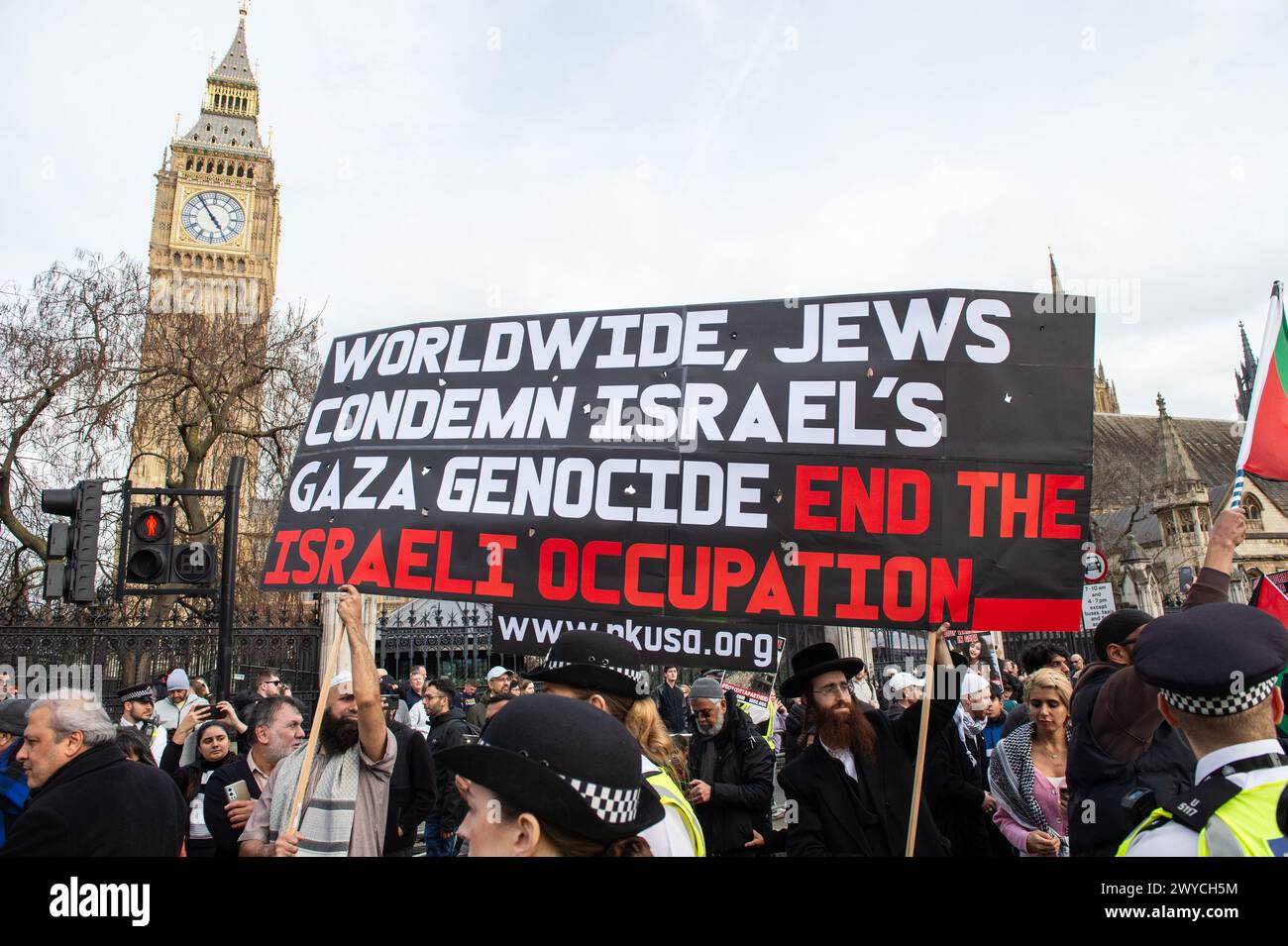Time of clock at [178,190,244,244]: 4:54
